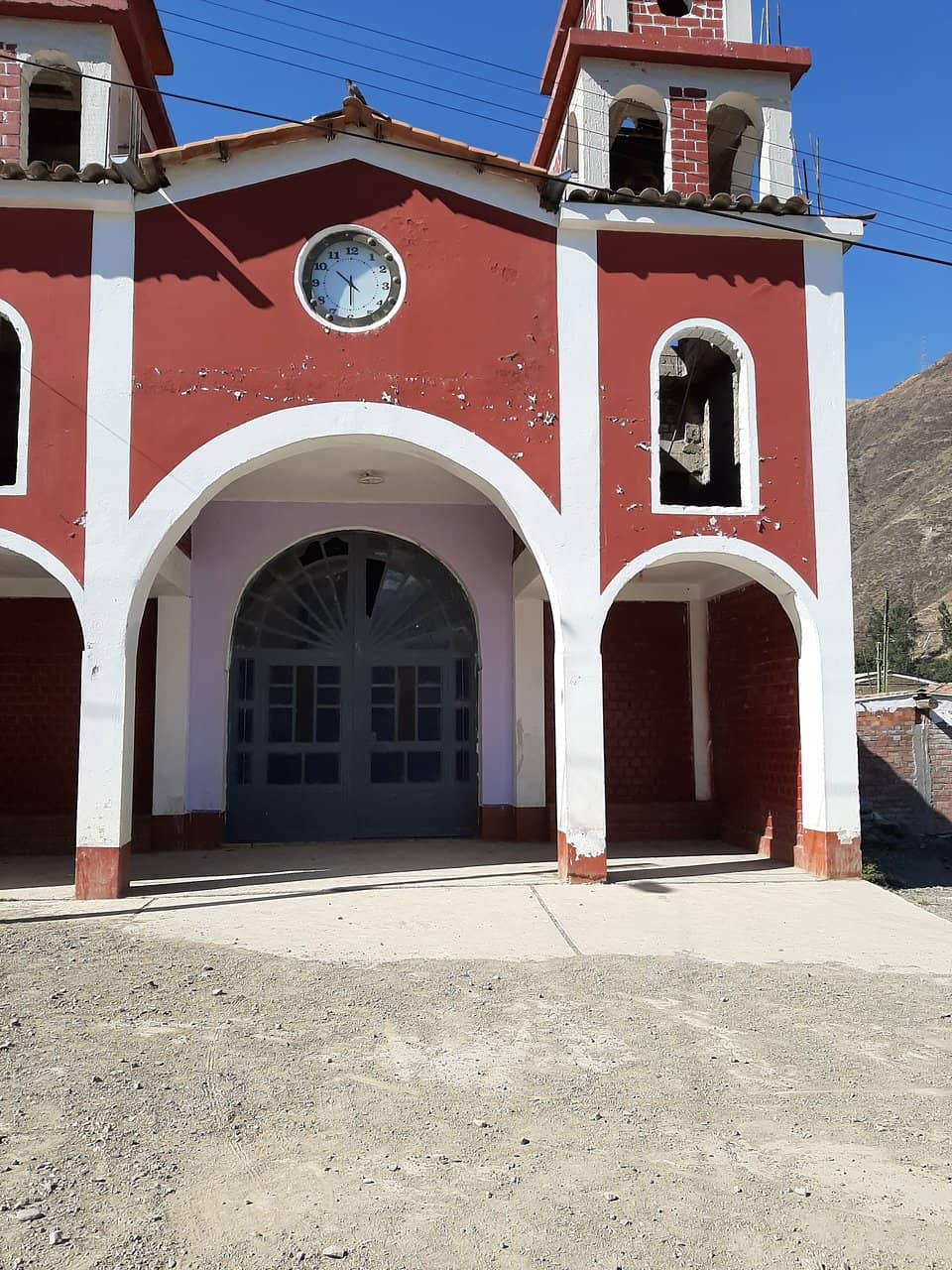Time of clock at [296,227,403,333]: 10:29
